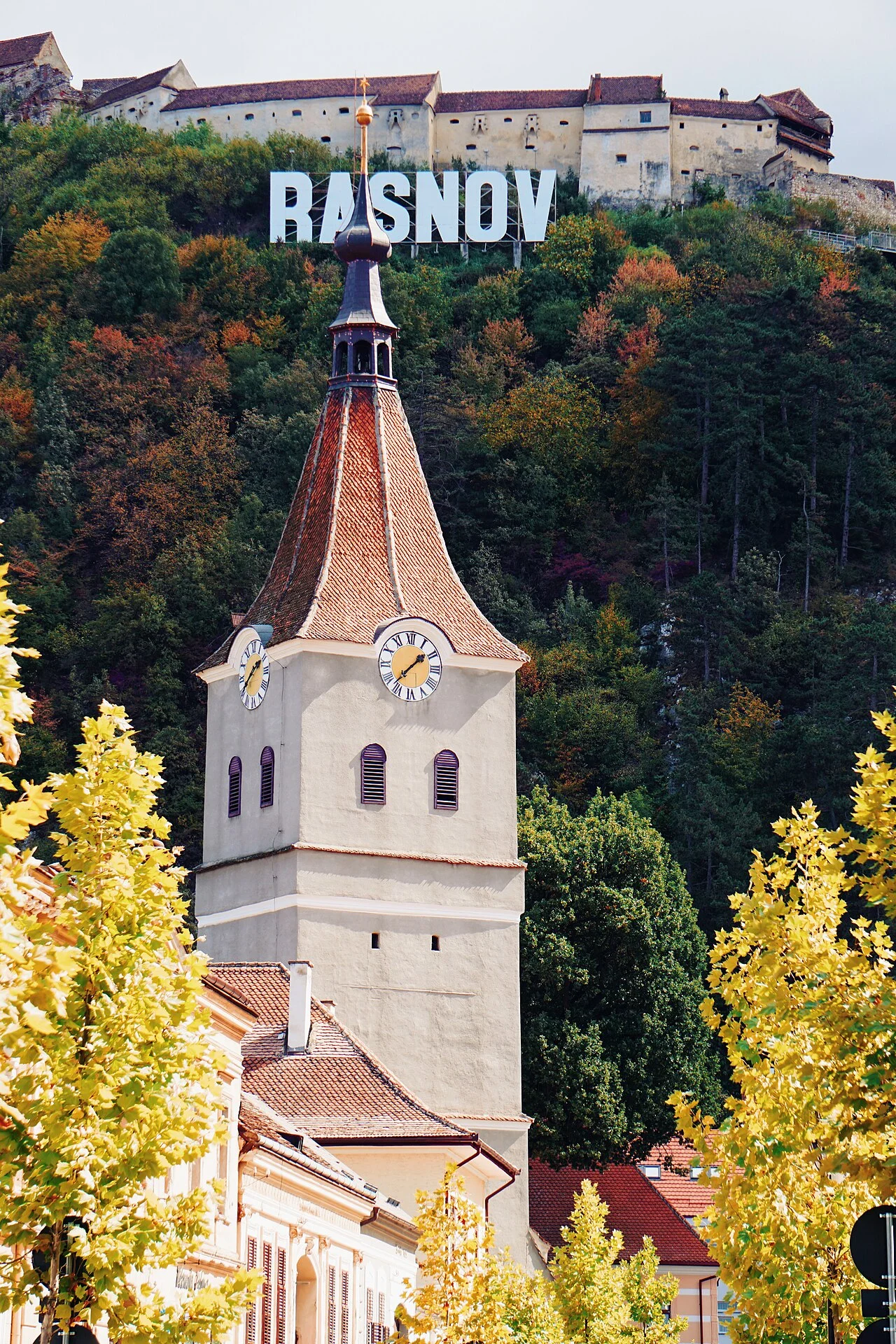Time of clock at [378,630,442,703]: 1:37
